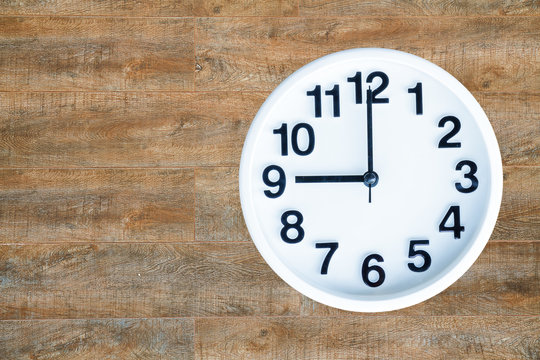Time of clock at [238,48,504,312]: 9:00
